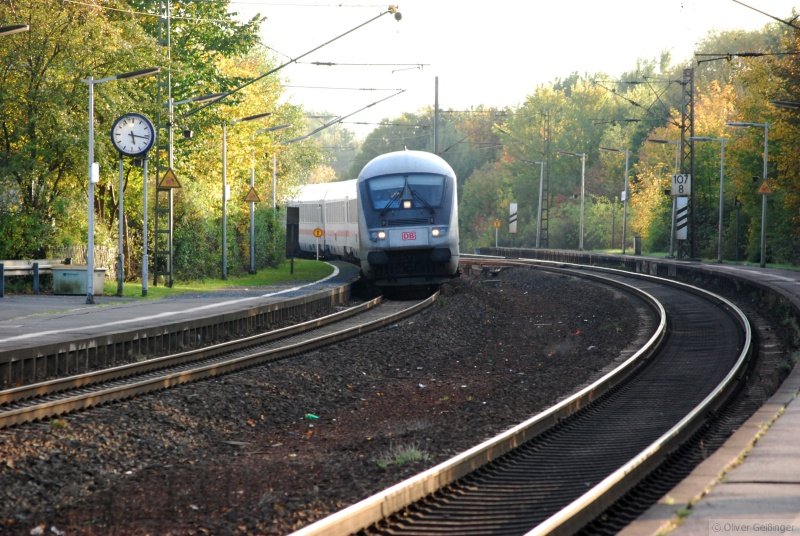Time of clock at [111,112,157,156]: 5:16
